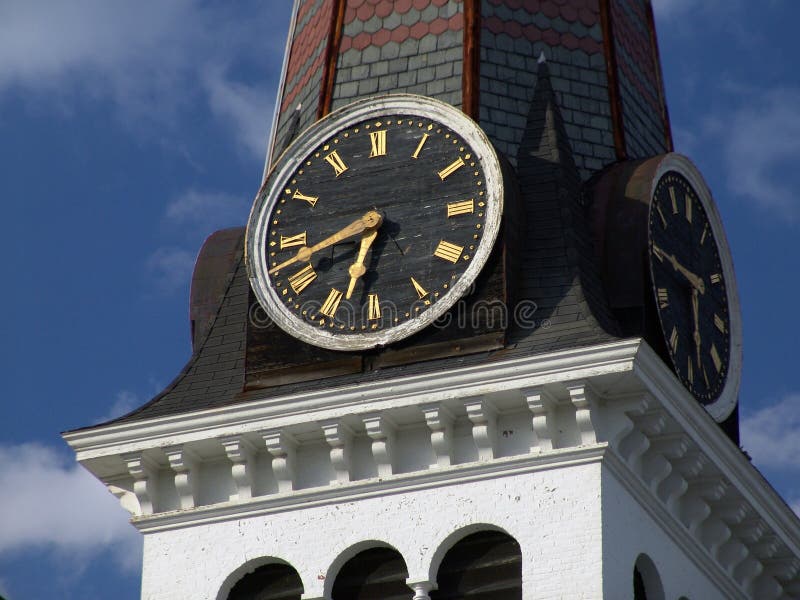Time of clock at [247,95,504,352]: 6:42
